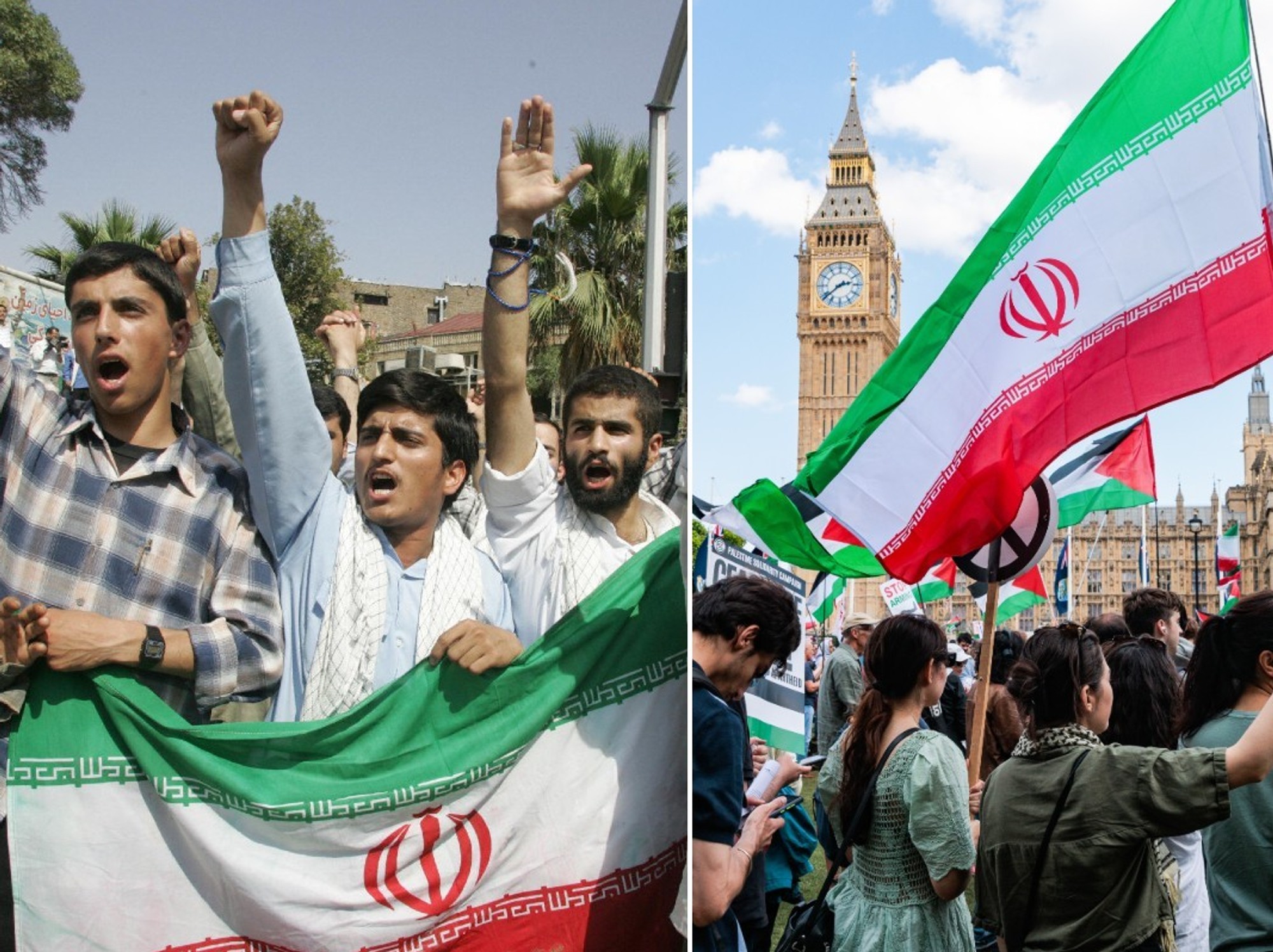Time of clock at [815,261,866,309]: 2:38
